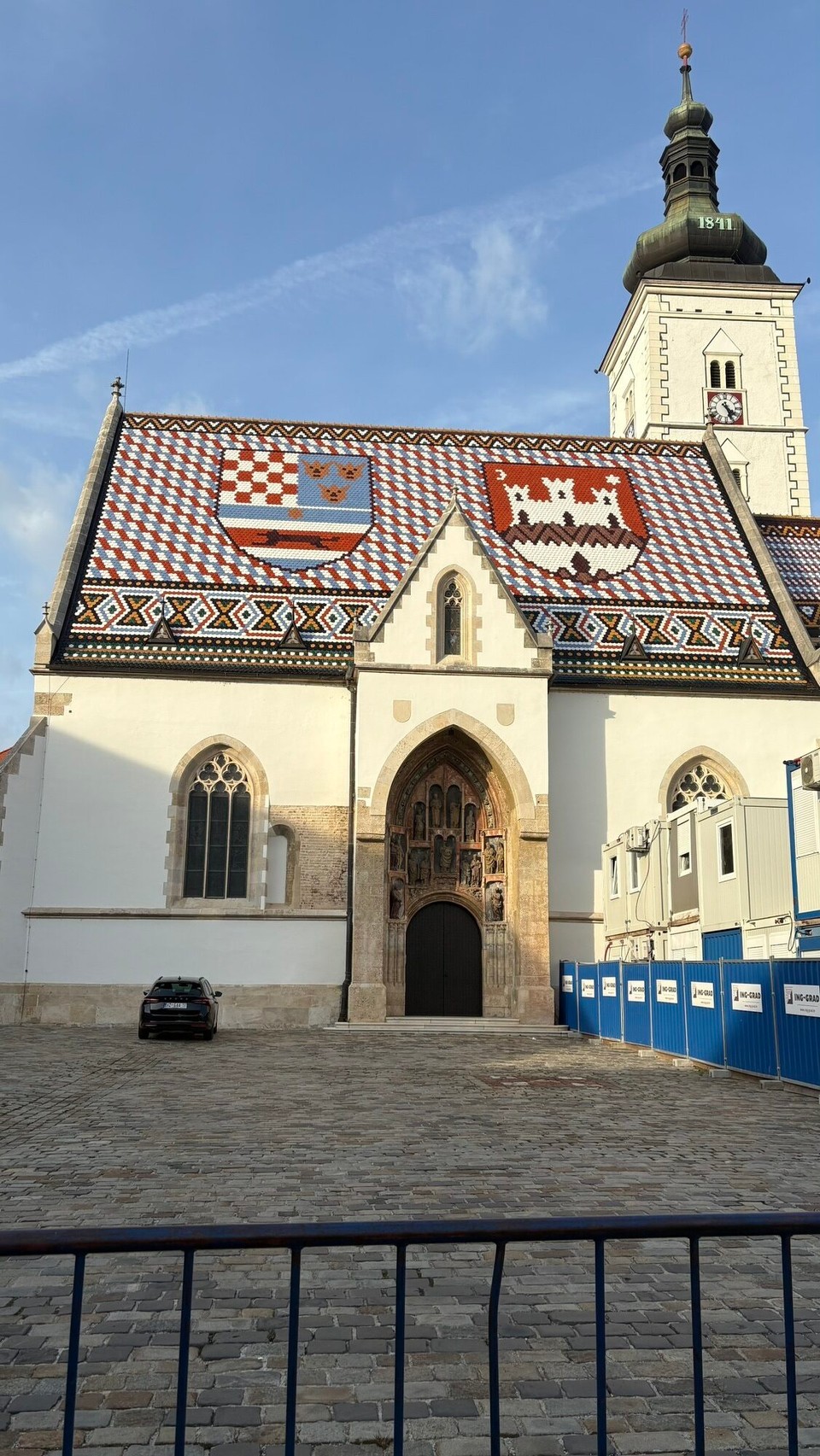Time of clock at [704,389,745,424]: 4:26
